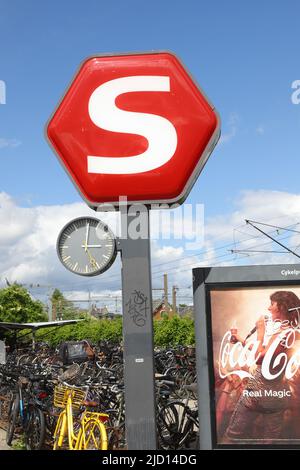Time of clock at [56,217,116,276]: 3:00
